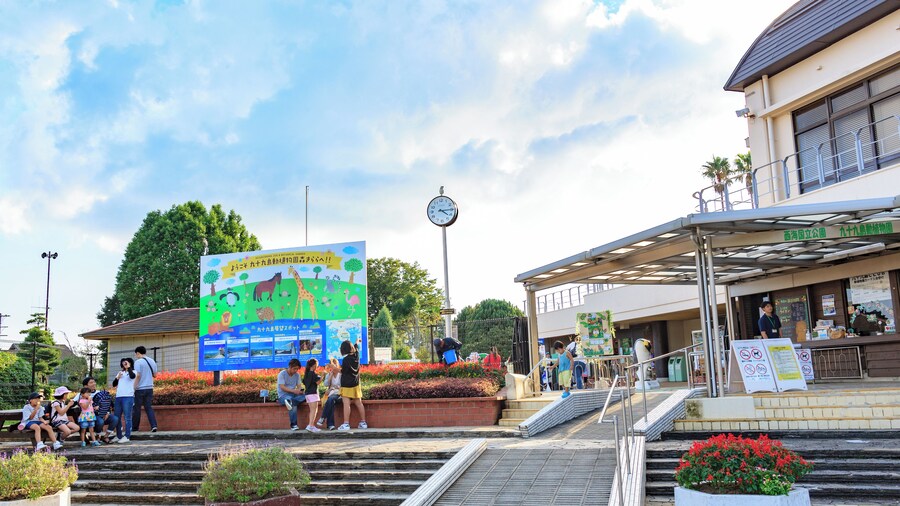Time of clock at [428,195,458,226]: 4:14
